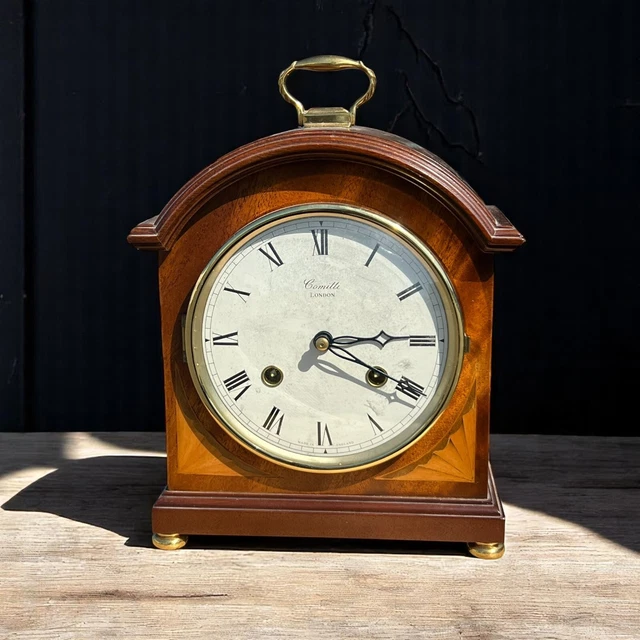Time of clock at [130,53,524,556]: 4:14
